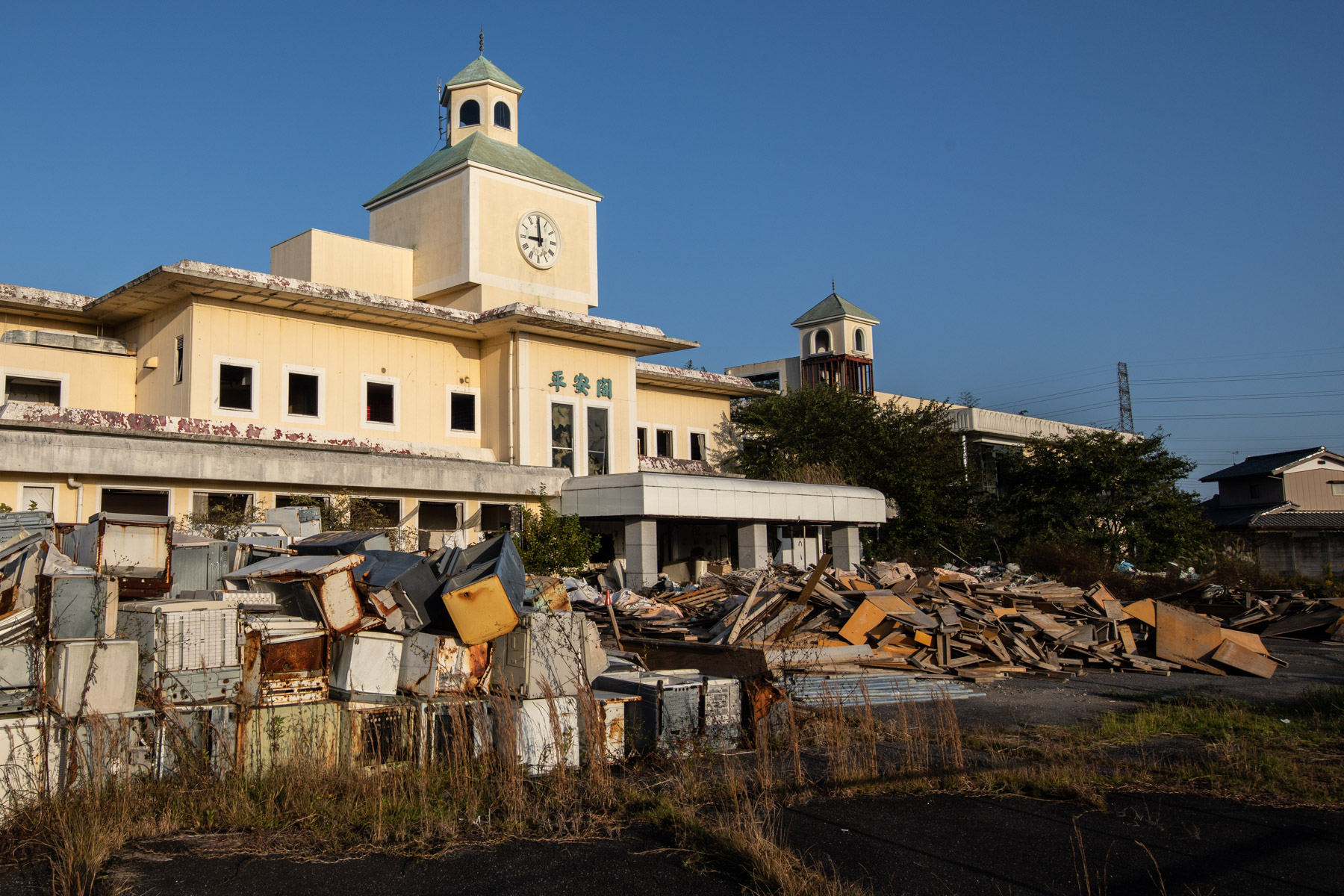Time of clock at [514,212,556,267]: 8:59
